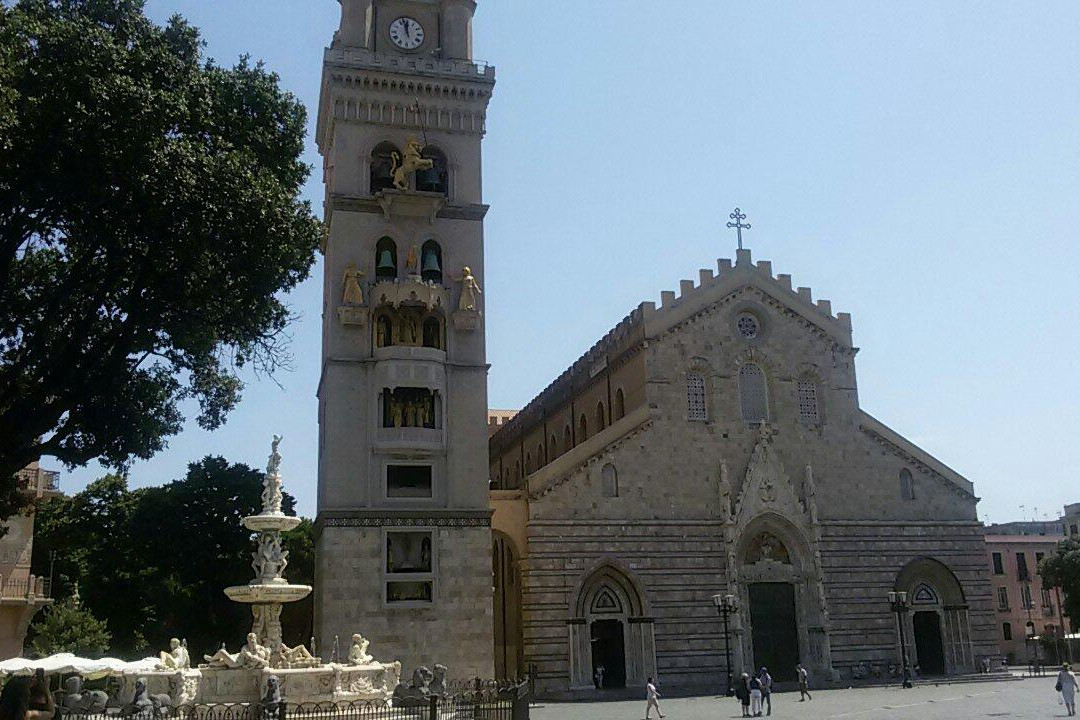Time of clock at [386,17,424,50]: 11:57
